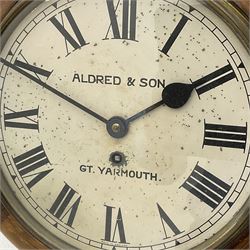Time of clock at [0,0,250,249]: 1:49
